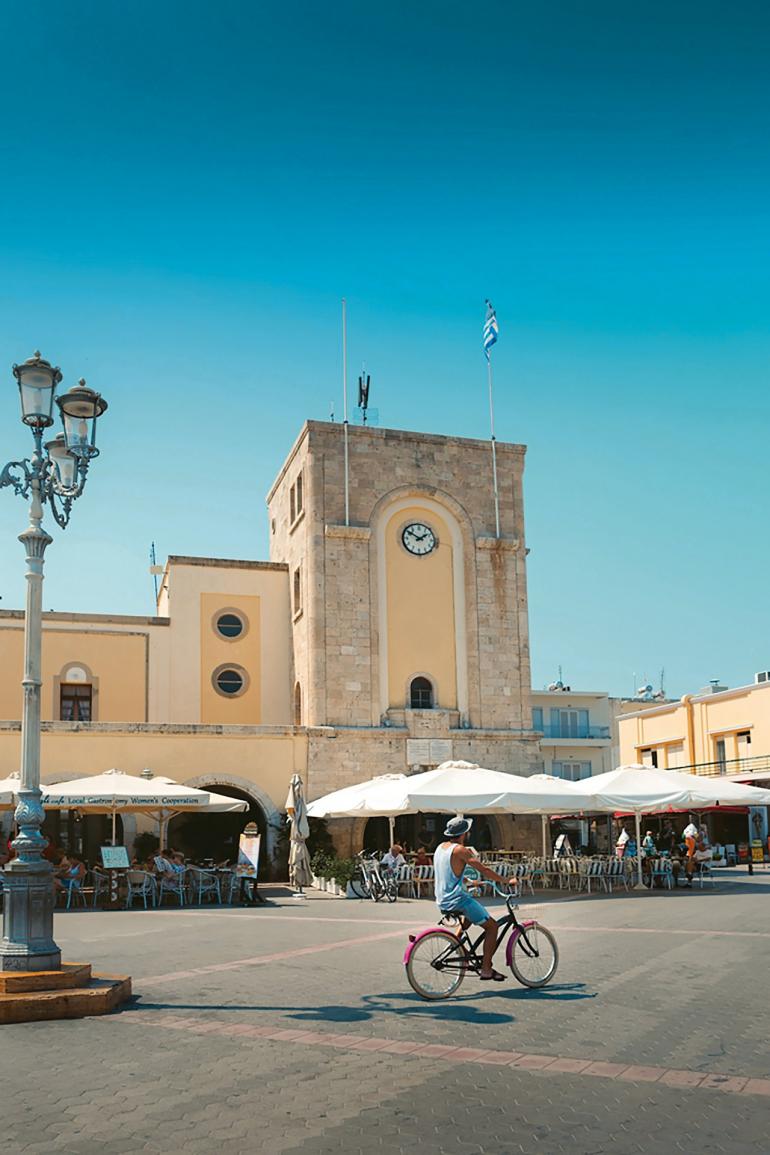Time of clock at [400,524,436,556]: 1:50
